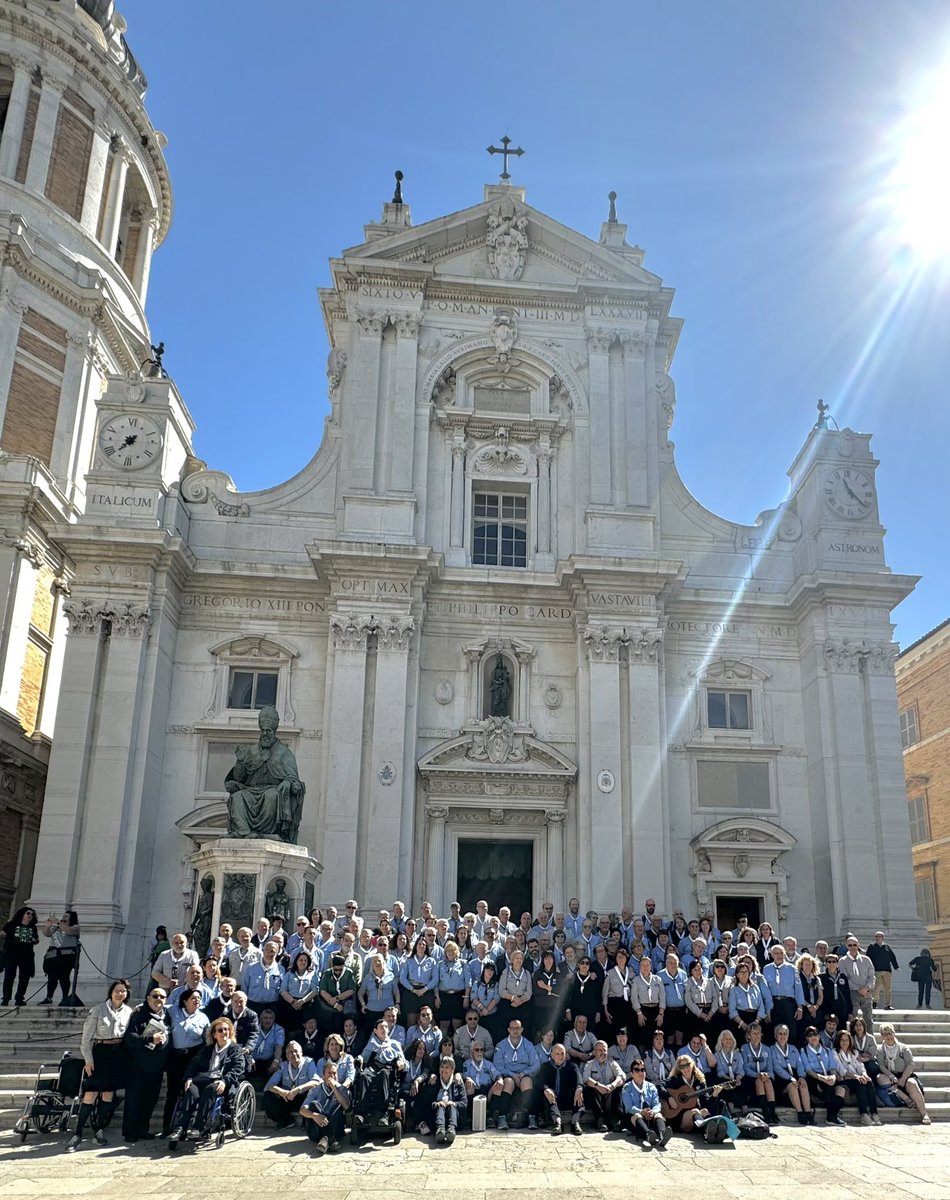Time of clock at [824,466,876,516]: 11:22
